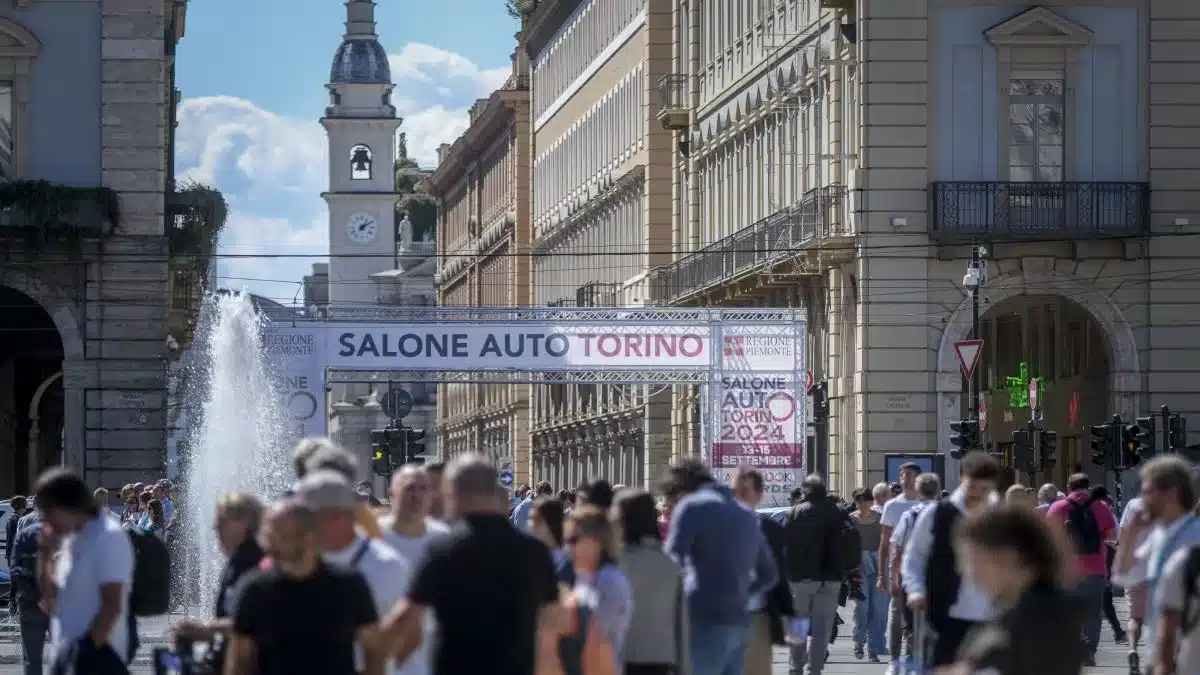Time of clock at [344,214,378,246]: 1:09
